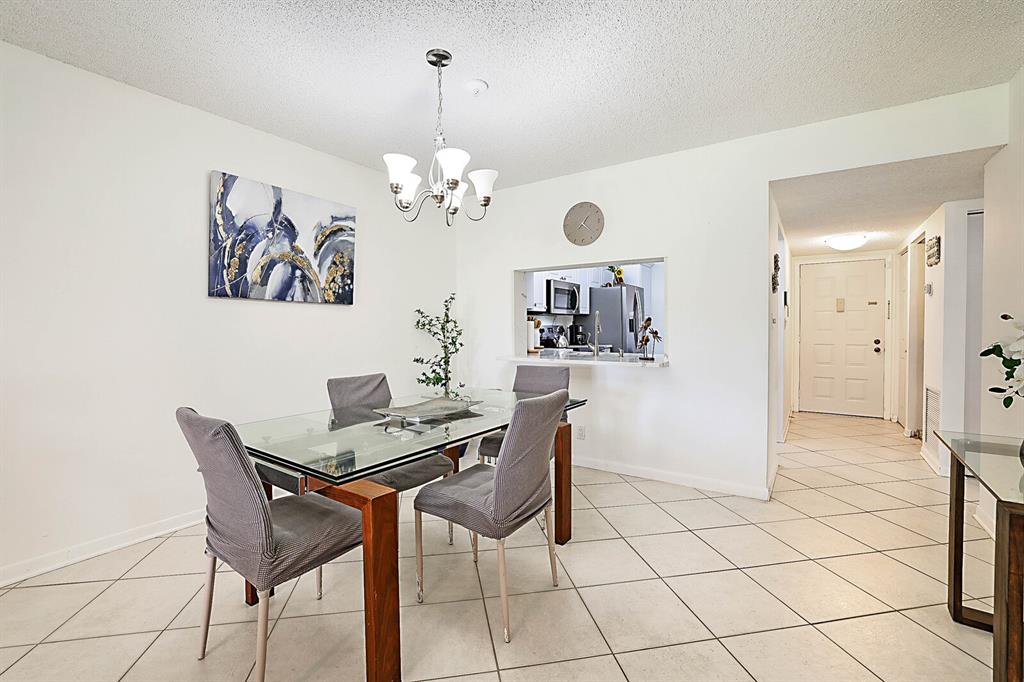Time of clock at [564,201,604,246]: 1:22
